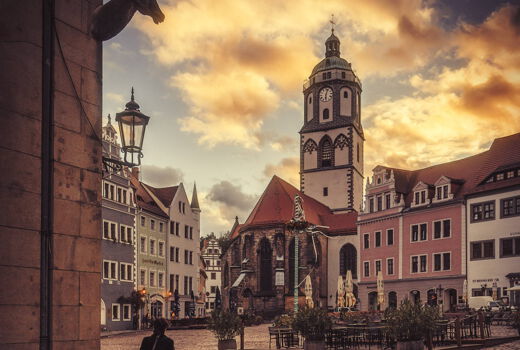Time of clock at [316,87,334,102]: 6:03
